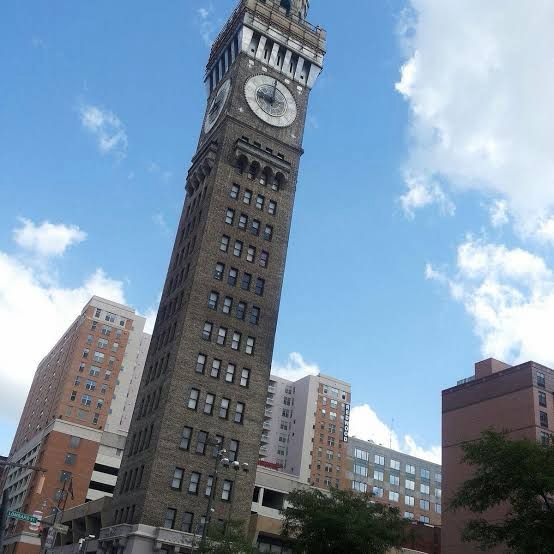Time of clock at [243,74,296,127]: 9:02
